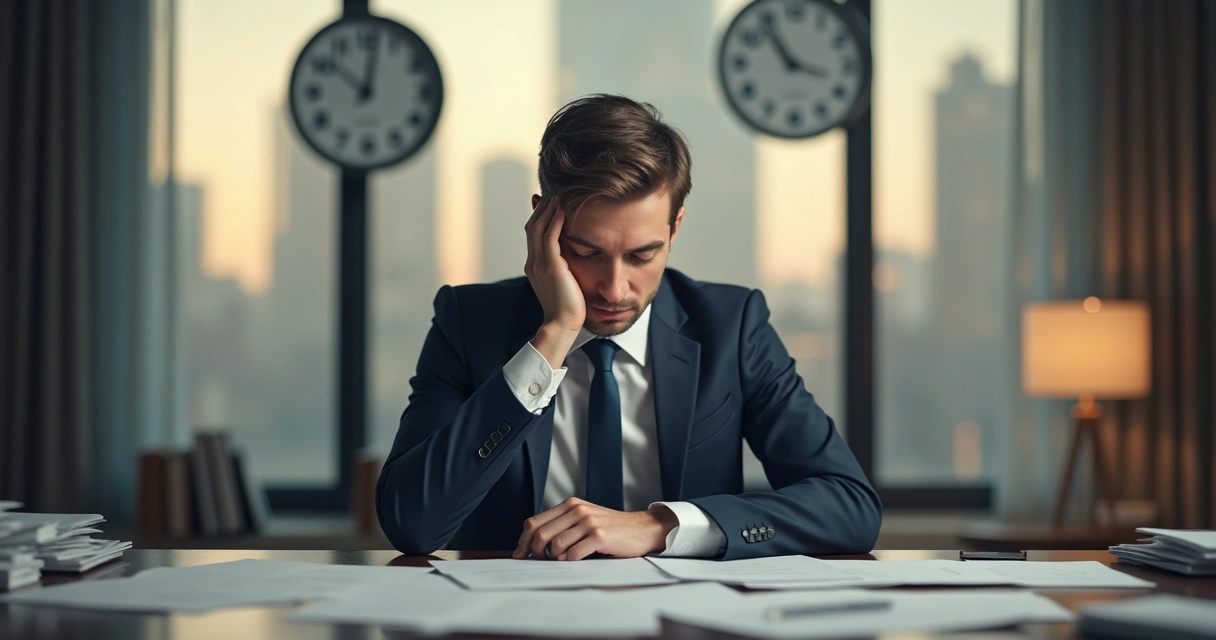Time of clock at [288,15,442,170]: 10:01
